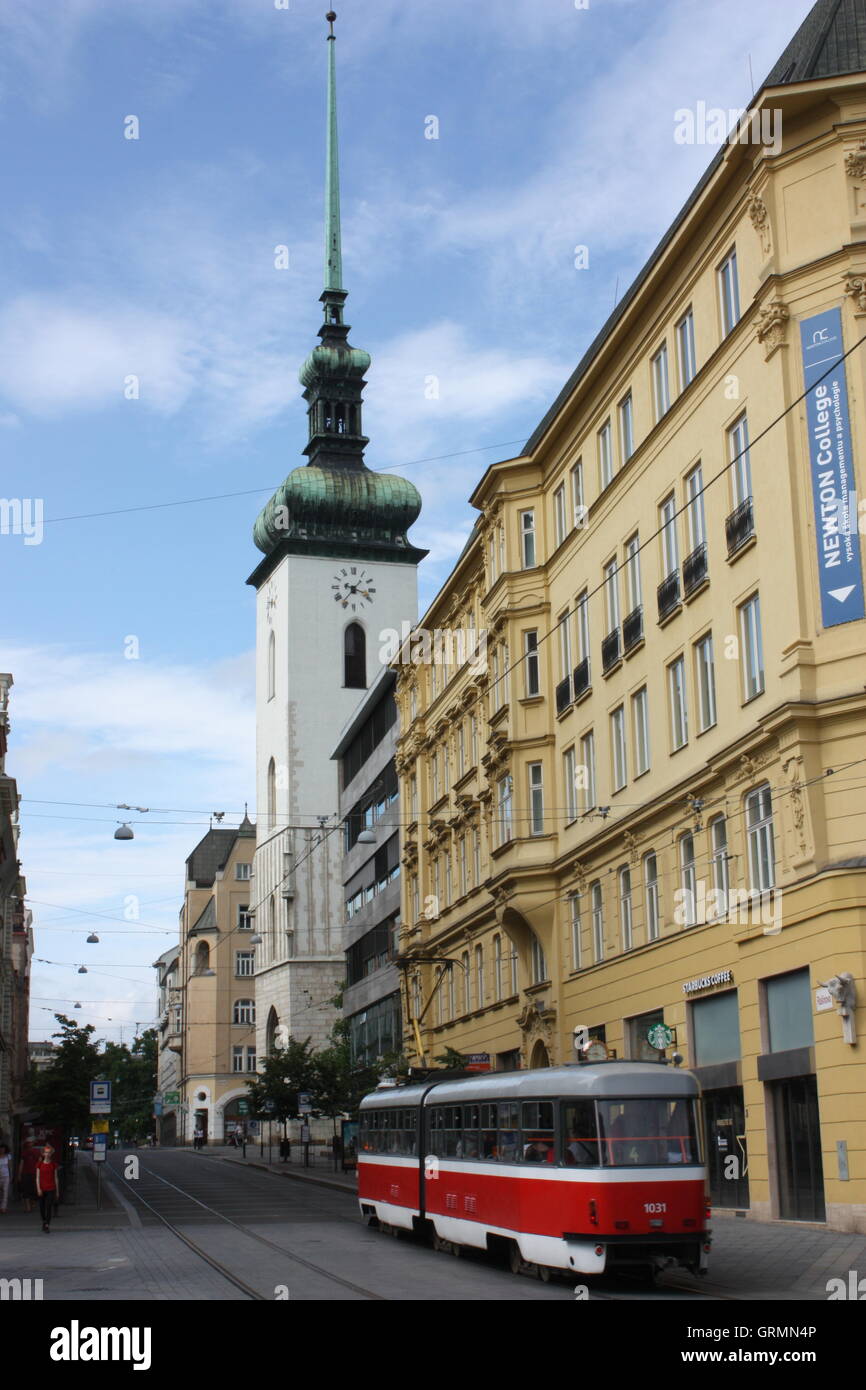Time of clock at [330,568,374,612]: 7:17
